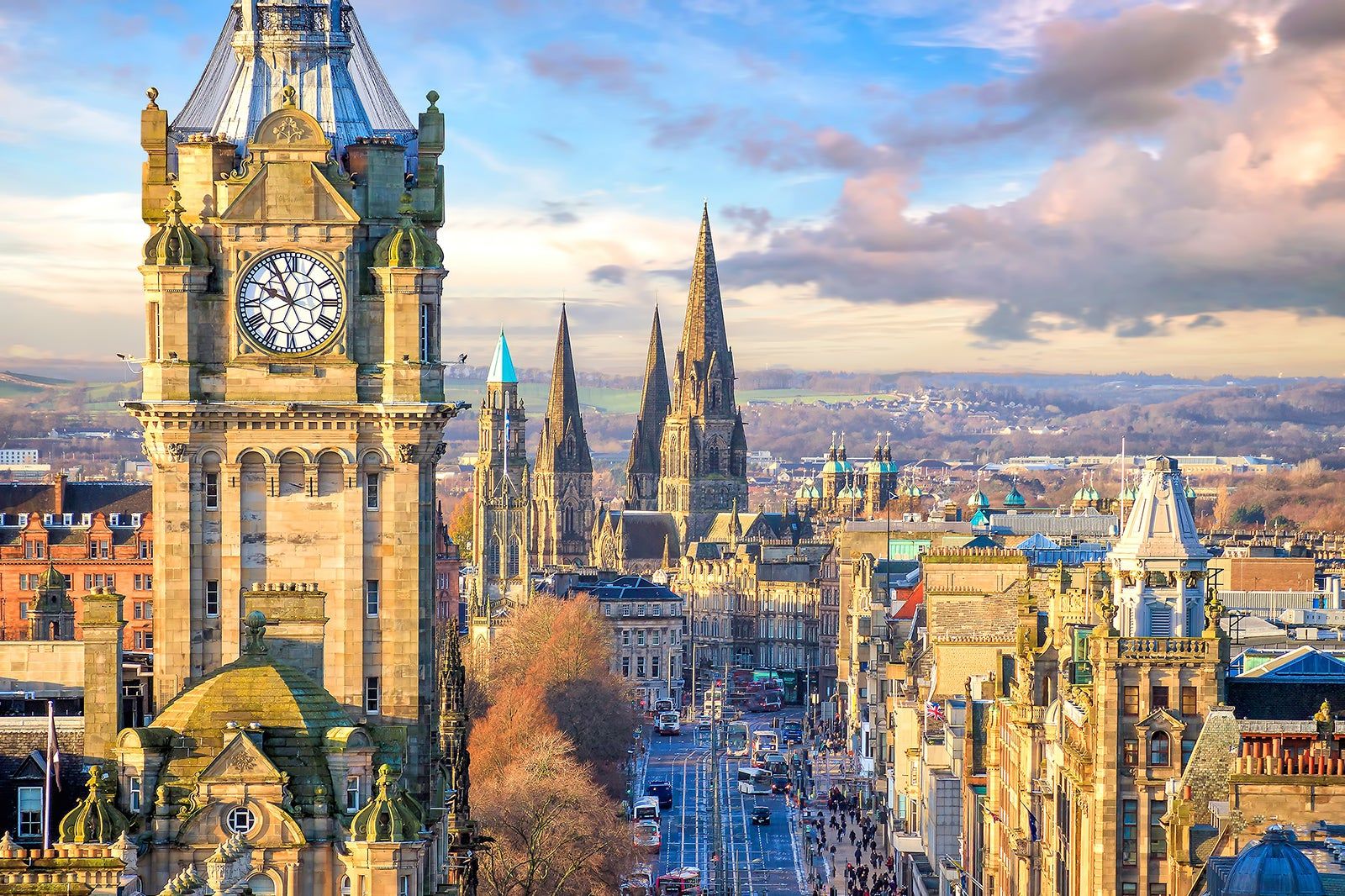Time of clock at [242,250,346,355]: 9:55
